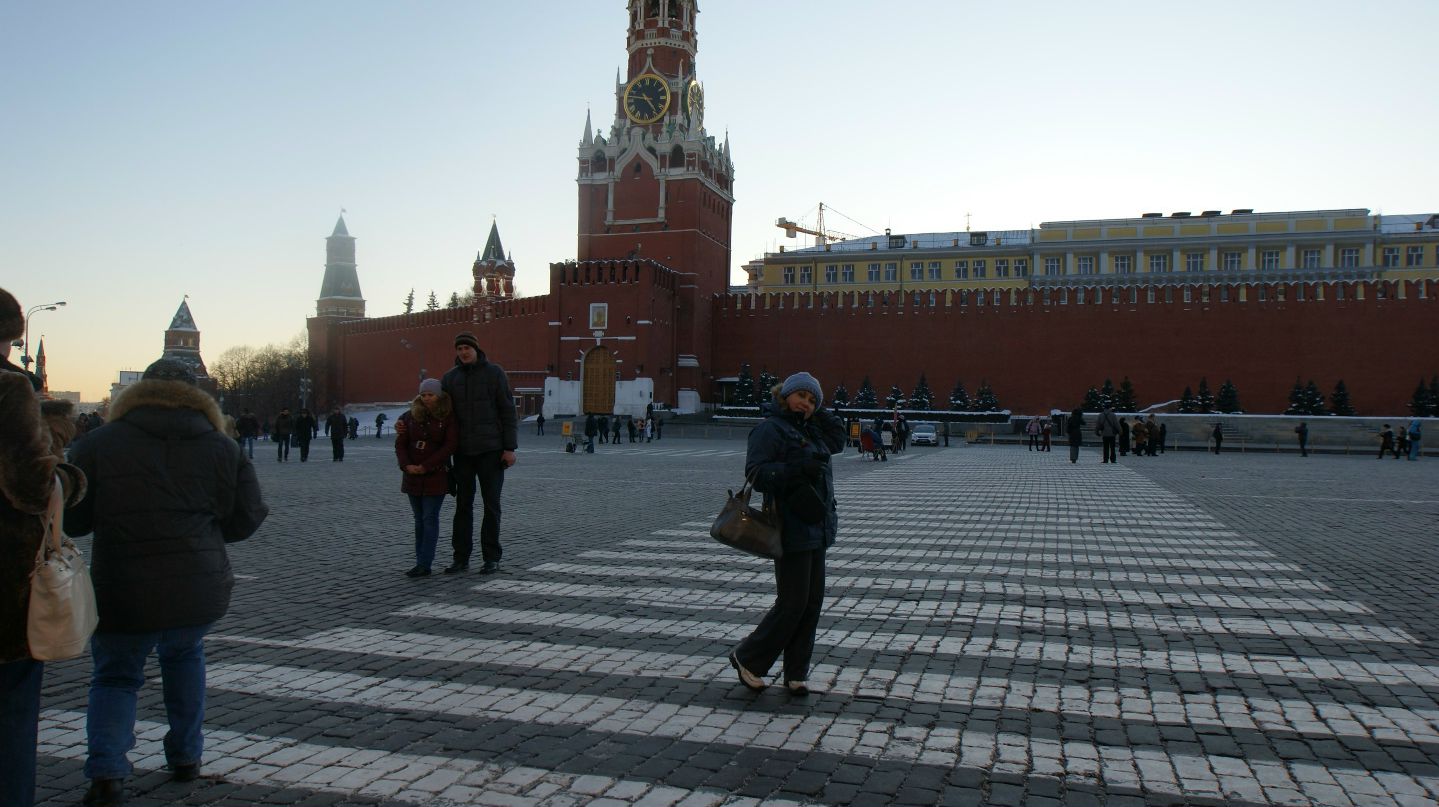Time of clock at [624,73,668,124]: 4:46
